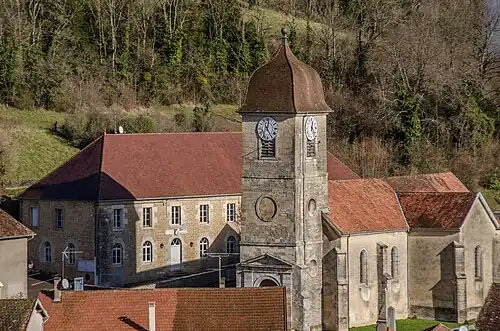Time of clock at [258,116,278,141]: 12:24
